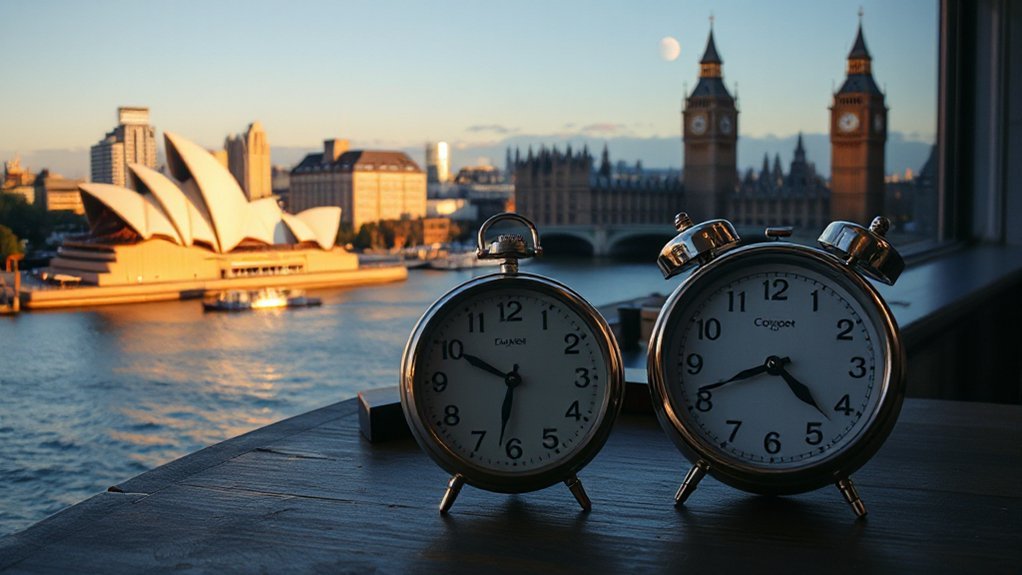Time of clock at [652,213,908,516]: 4:41
